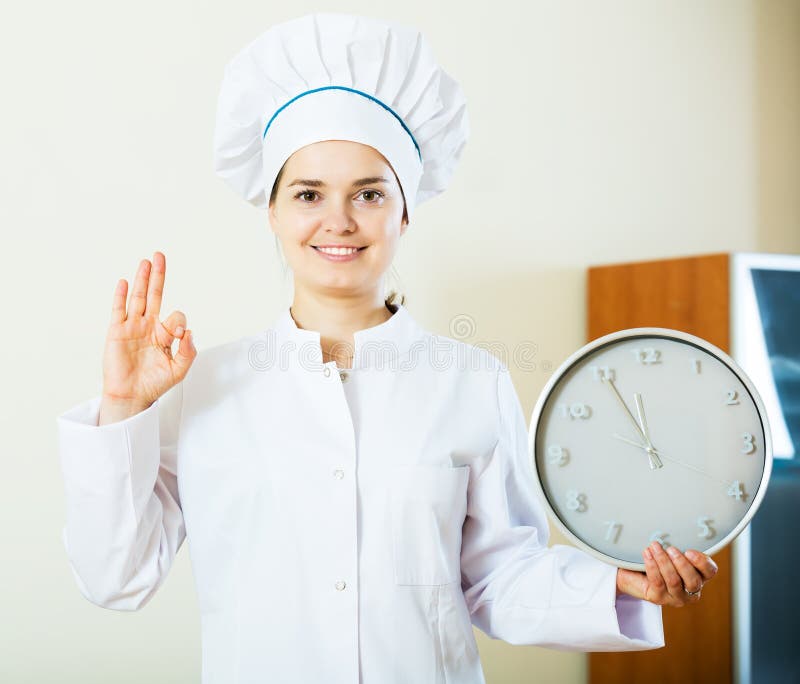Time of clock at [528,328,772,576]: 11:55
